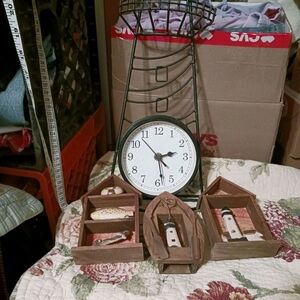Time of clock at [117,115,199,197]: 2:28
